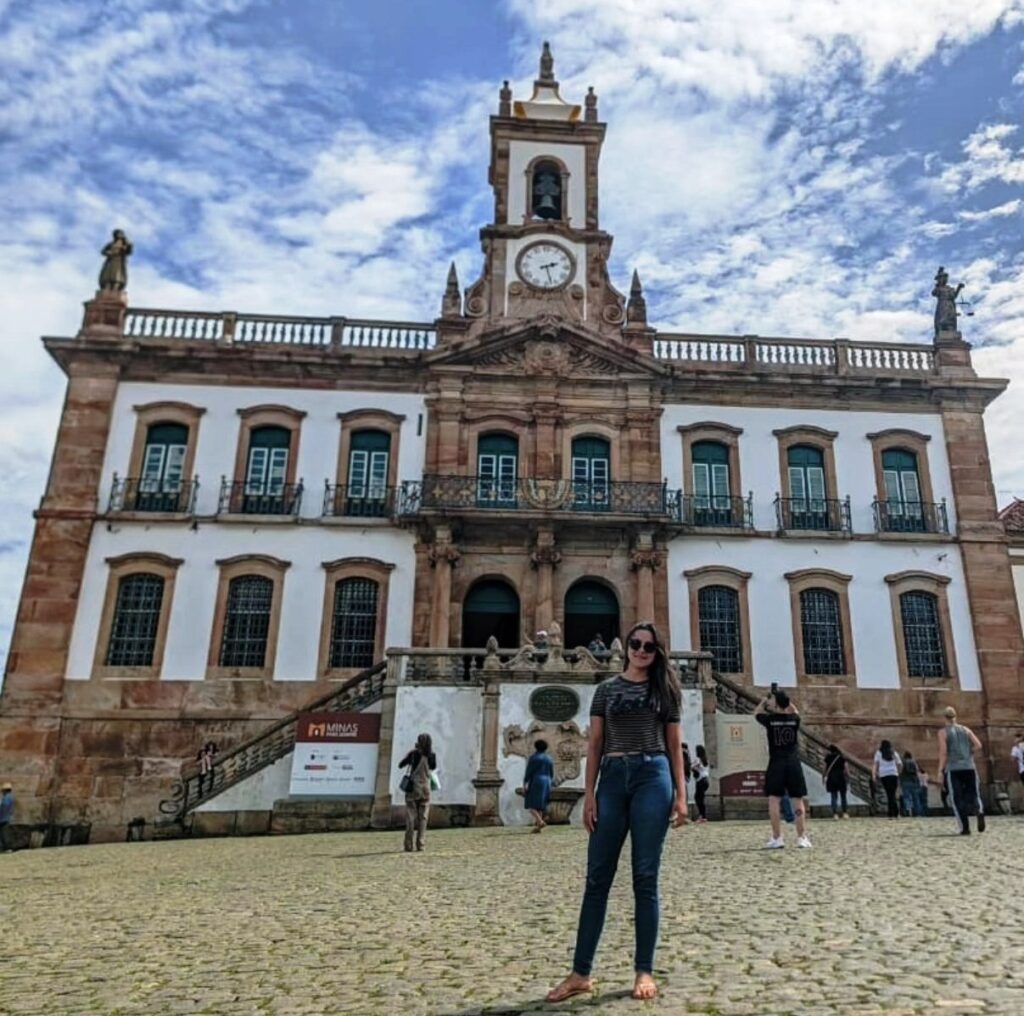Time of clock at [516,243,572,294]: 2:27
